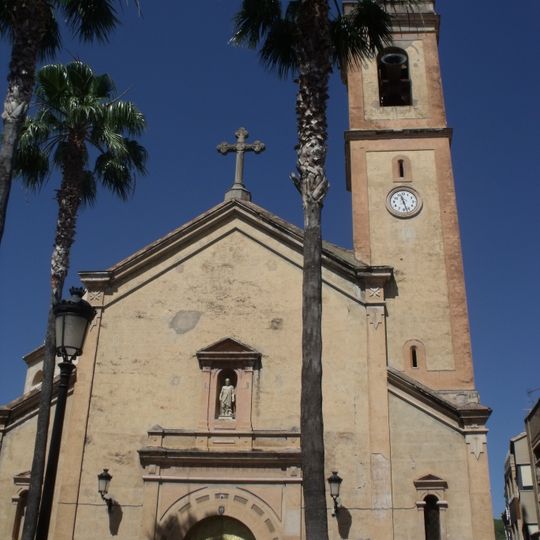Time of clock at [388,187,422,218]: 11:27
